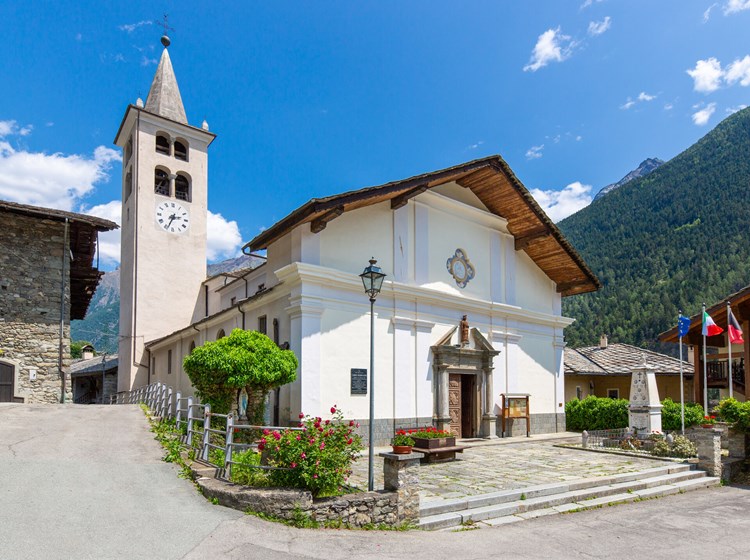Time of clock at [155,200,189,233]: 2:33
